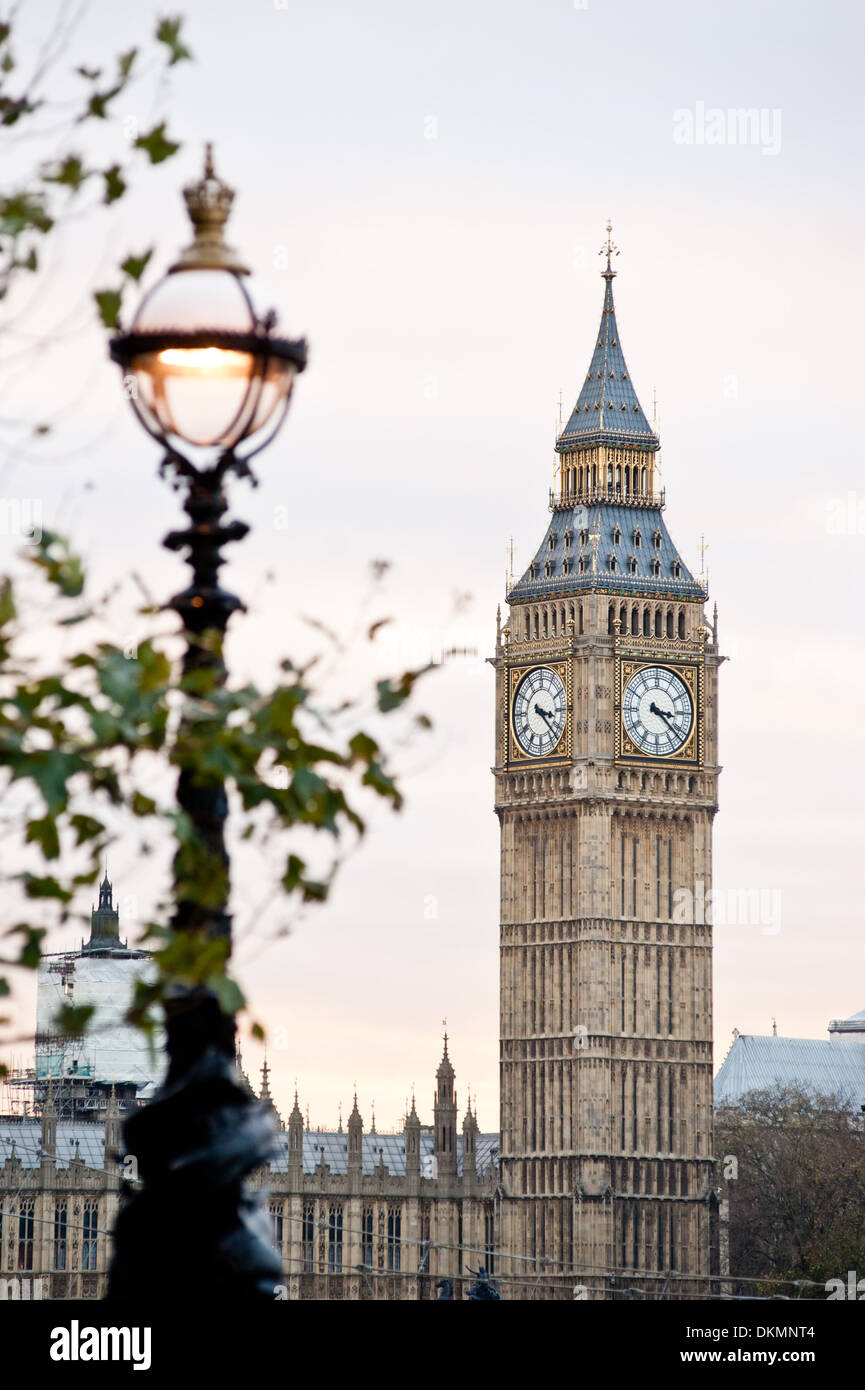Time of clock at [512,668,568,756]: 3:22
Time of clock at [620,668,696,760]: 3:22
